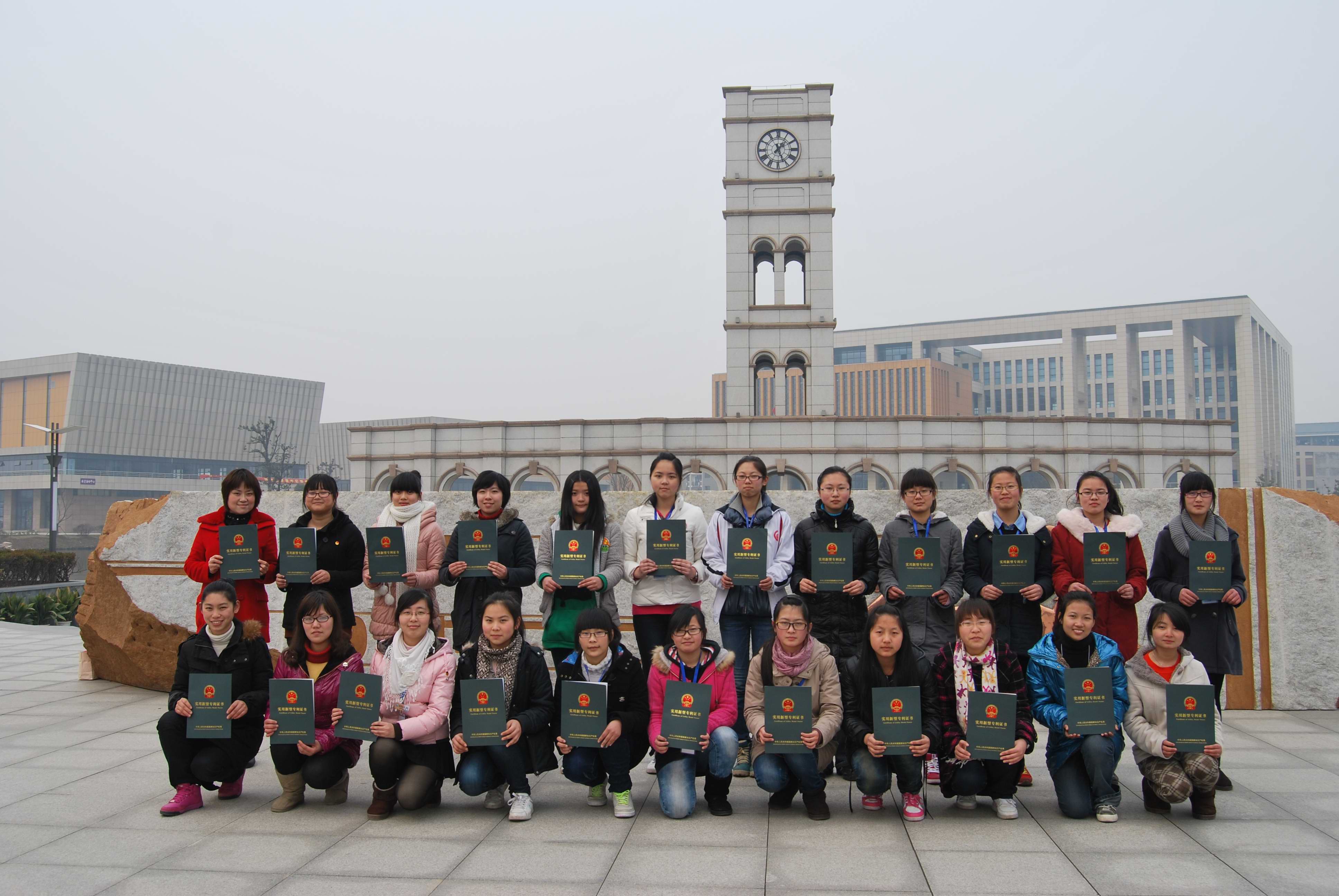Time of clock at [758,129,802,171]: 1:25
